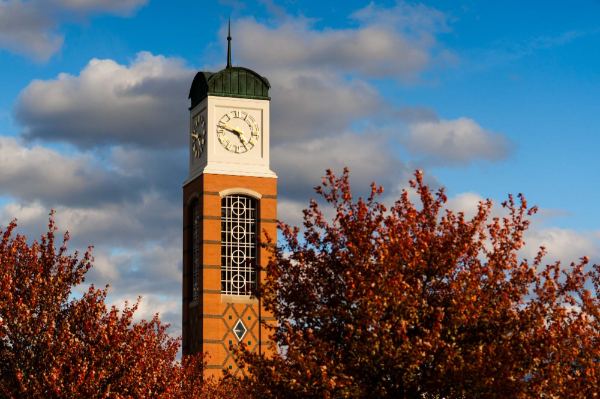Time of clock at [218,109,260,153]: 4:48
